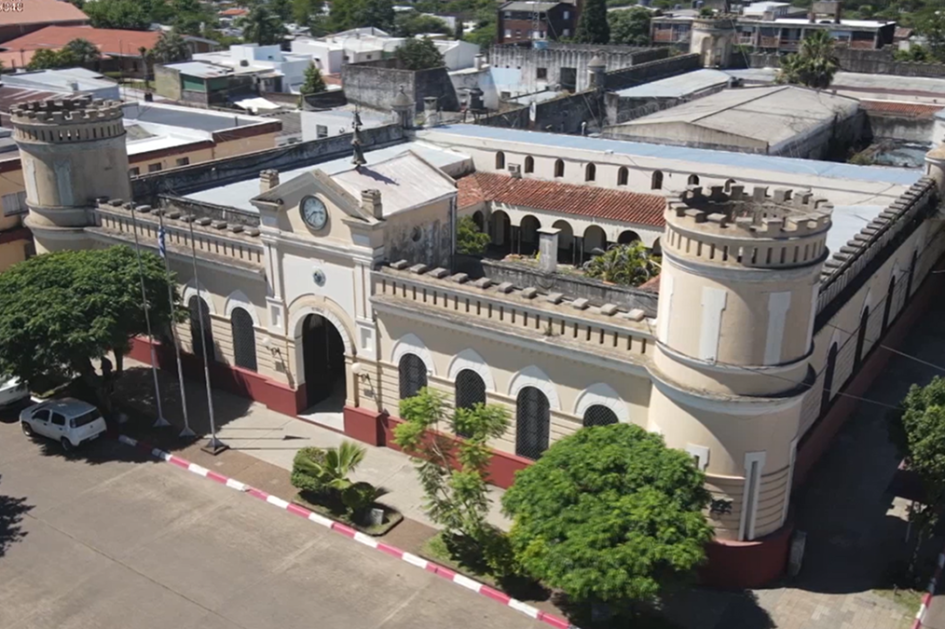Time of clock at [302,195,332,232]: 2:38
